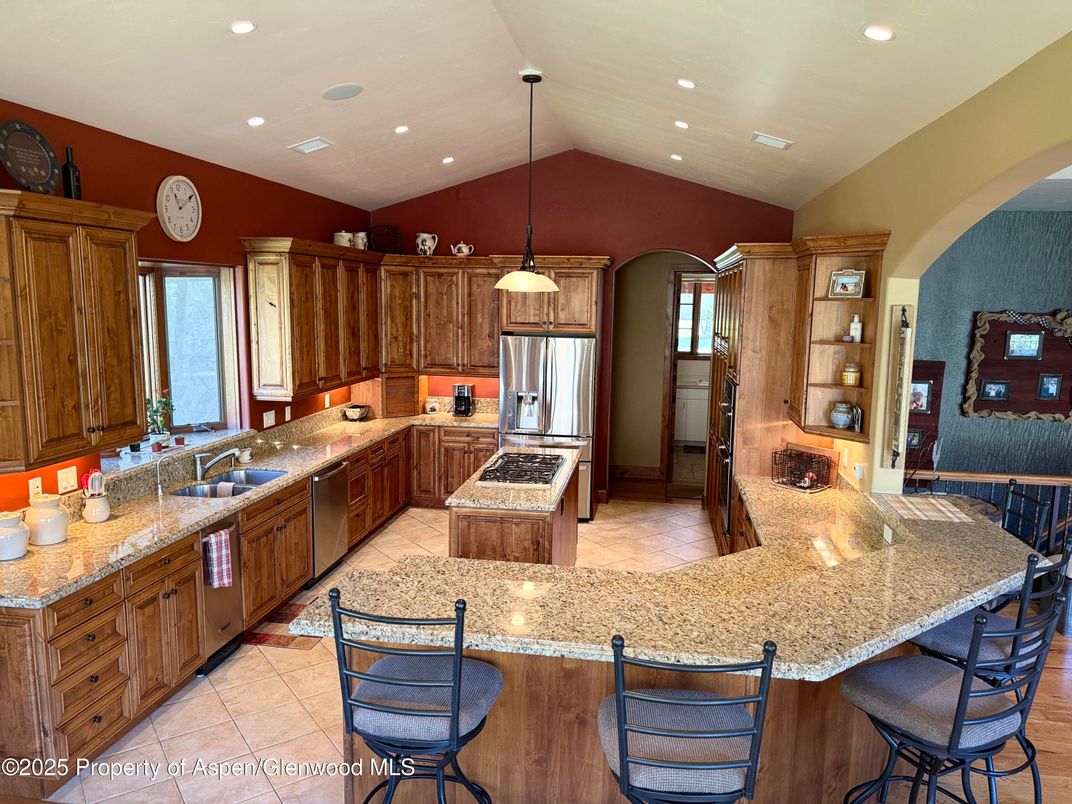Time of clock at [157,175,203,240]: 11:09
